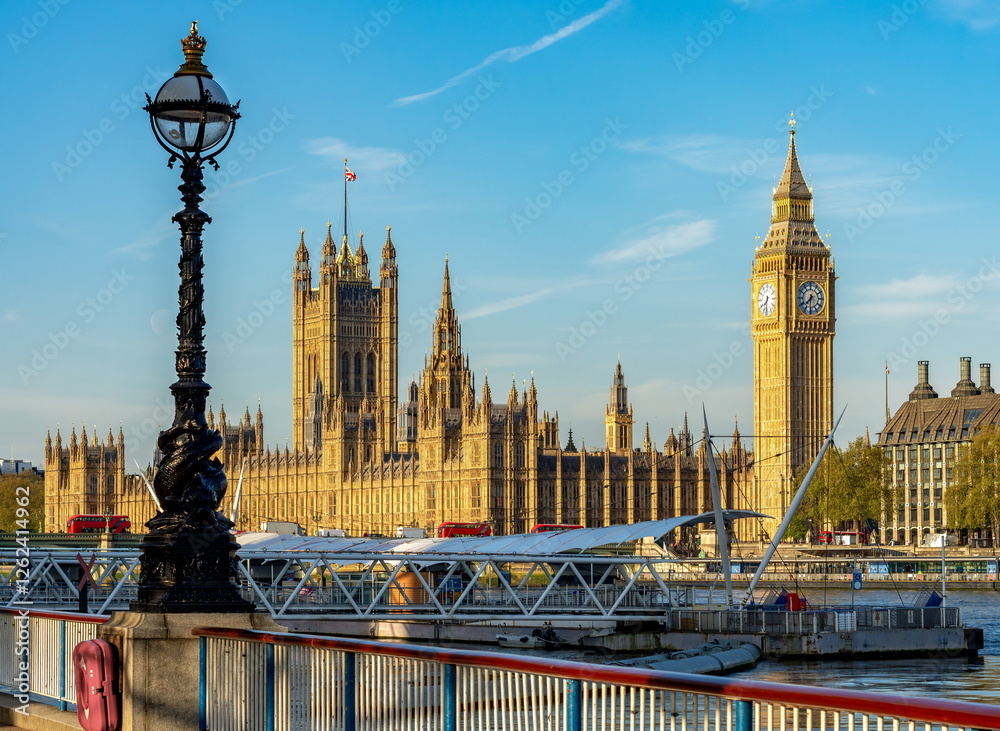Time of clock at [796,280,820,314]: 7:30
